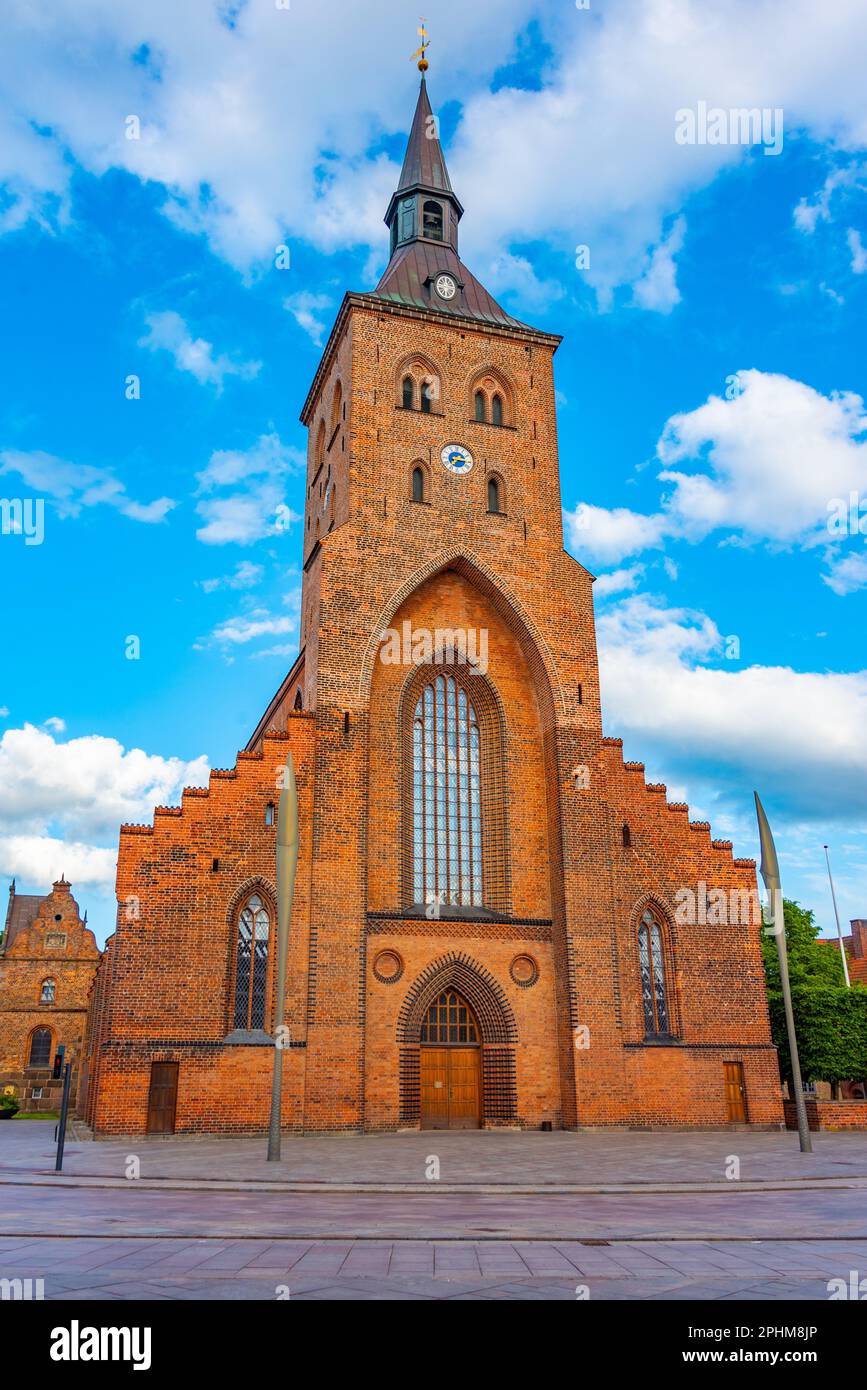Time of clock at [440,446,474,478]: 7:15
